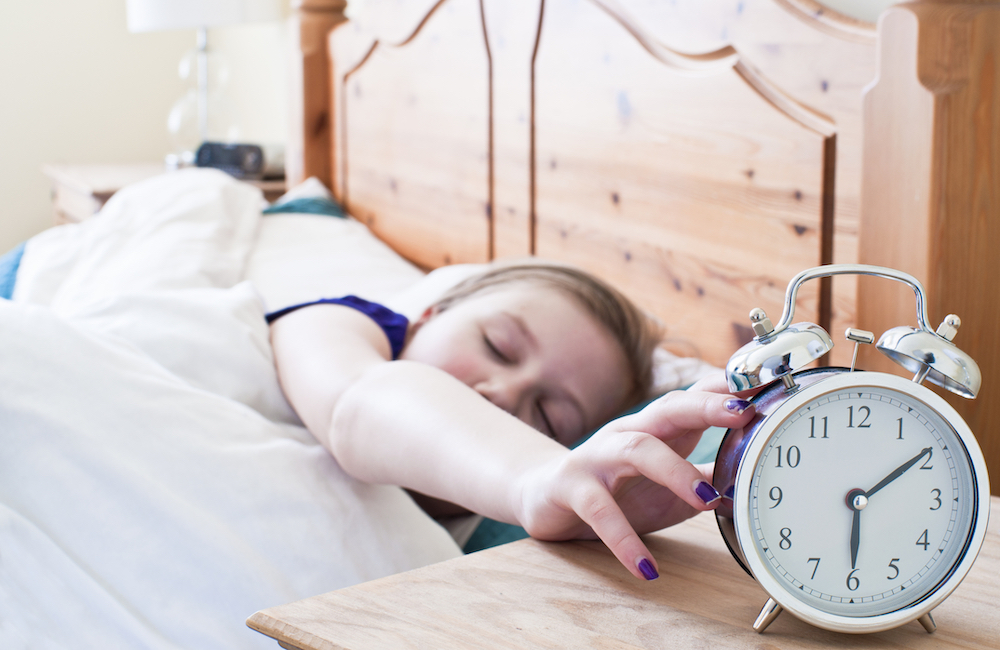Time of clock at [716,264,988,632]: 6:09
